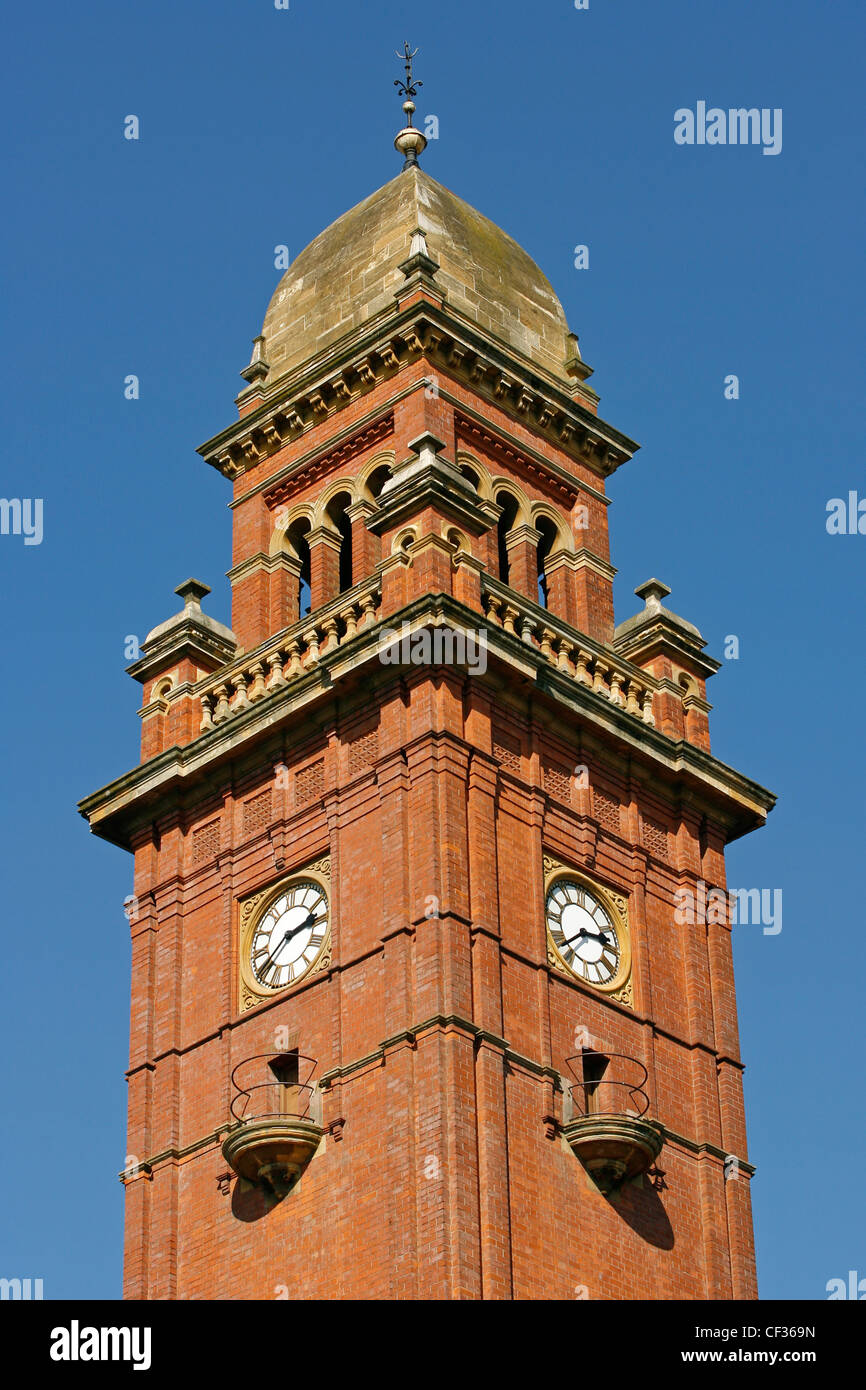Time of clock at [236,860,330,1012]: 2:40
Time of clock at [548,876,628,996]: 2:38
